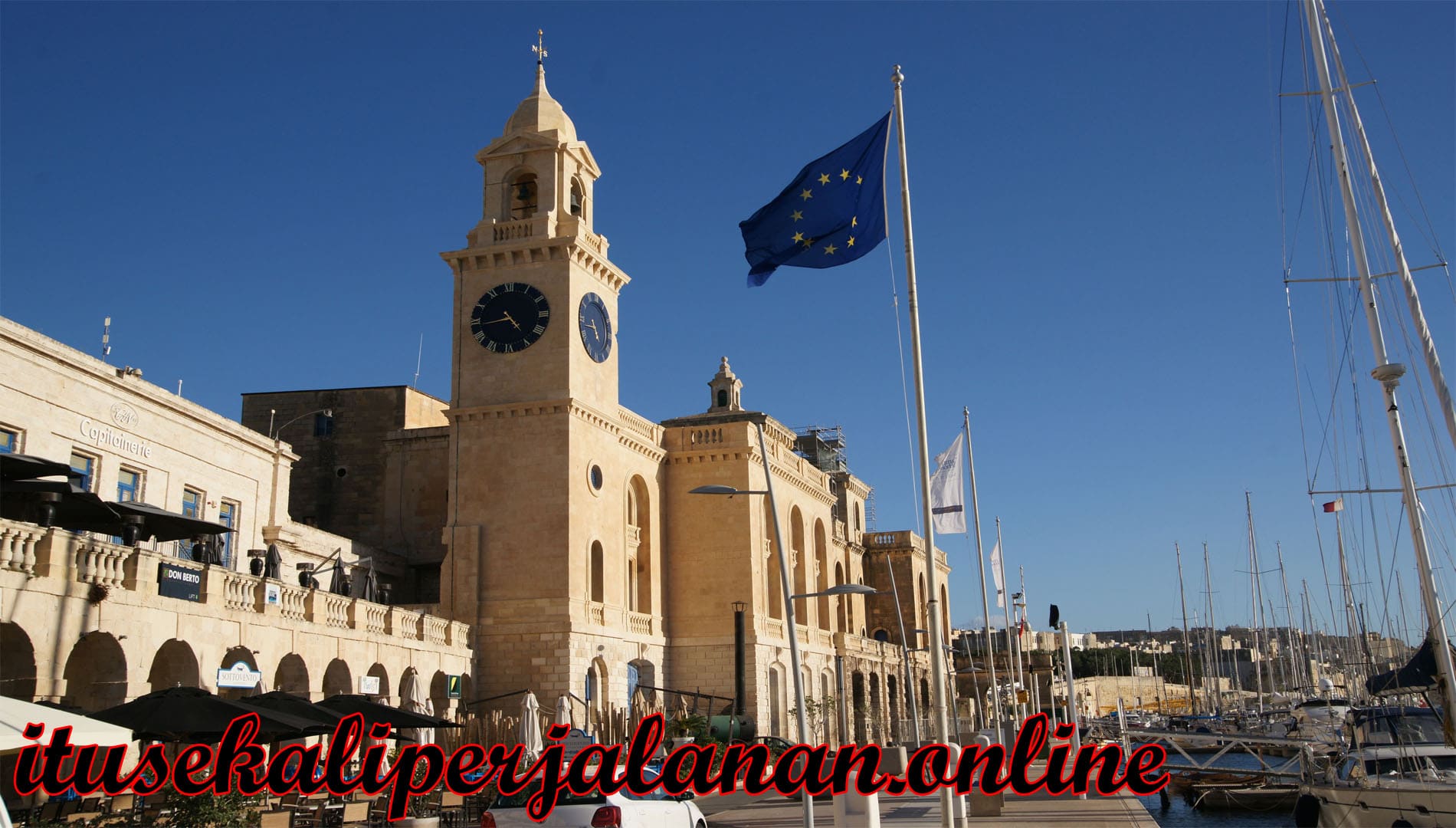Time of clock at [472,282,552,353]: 4:43
